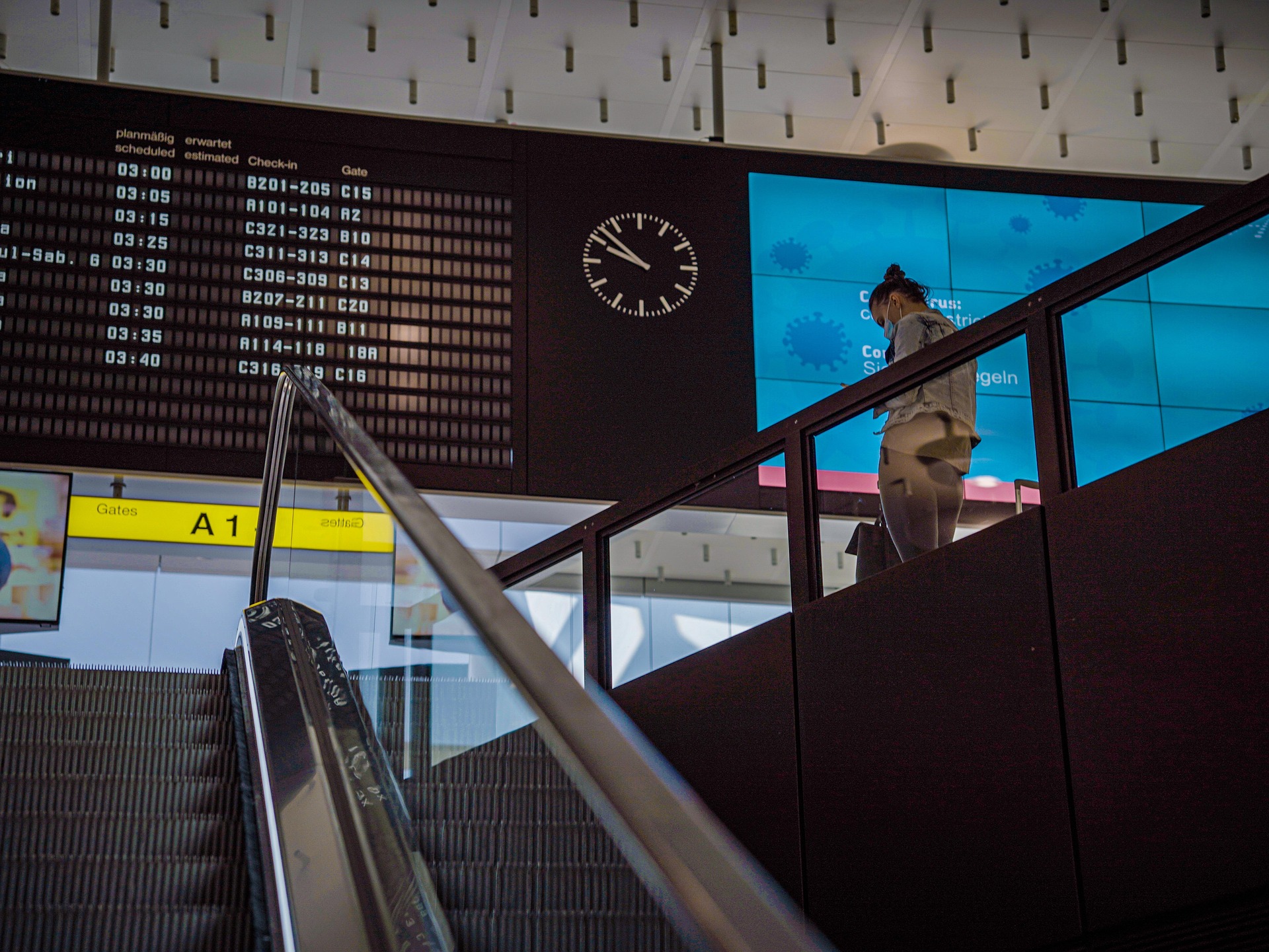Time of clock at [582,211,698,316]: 9:52
